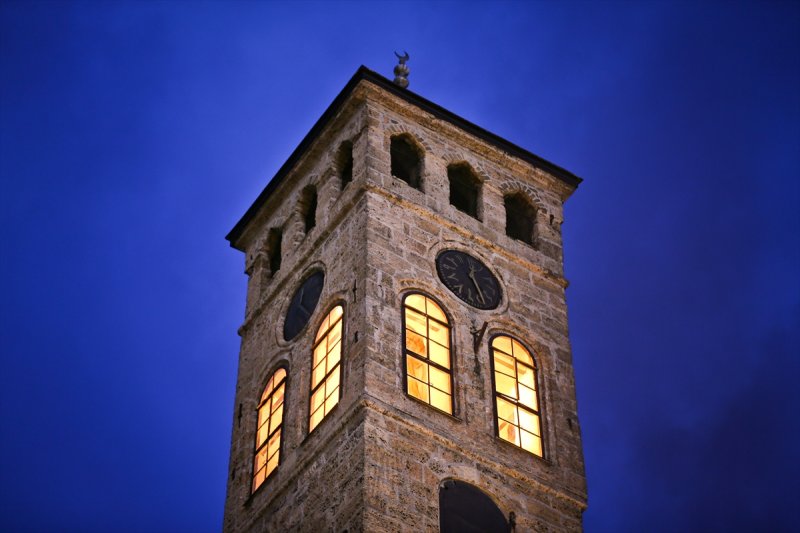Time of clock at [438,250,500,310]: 12:26
